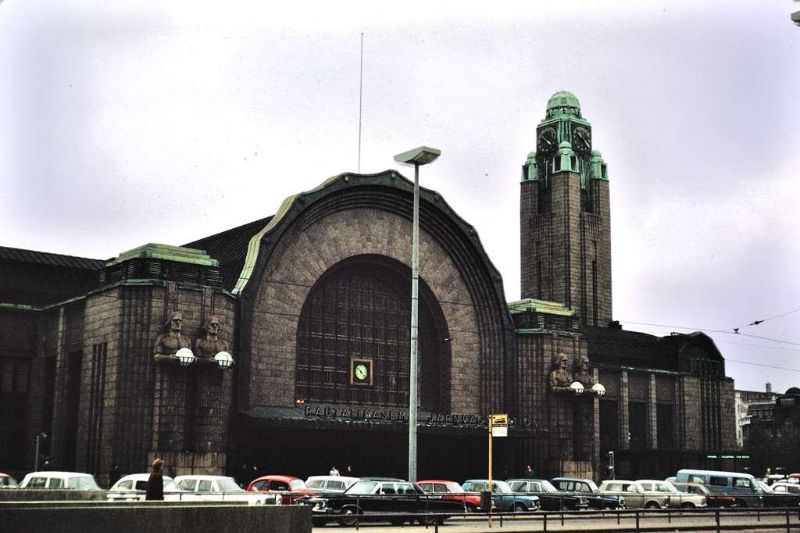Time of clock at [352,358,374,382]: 10:22
